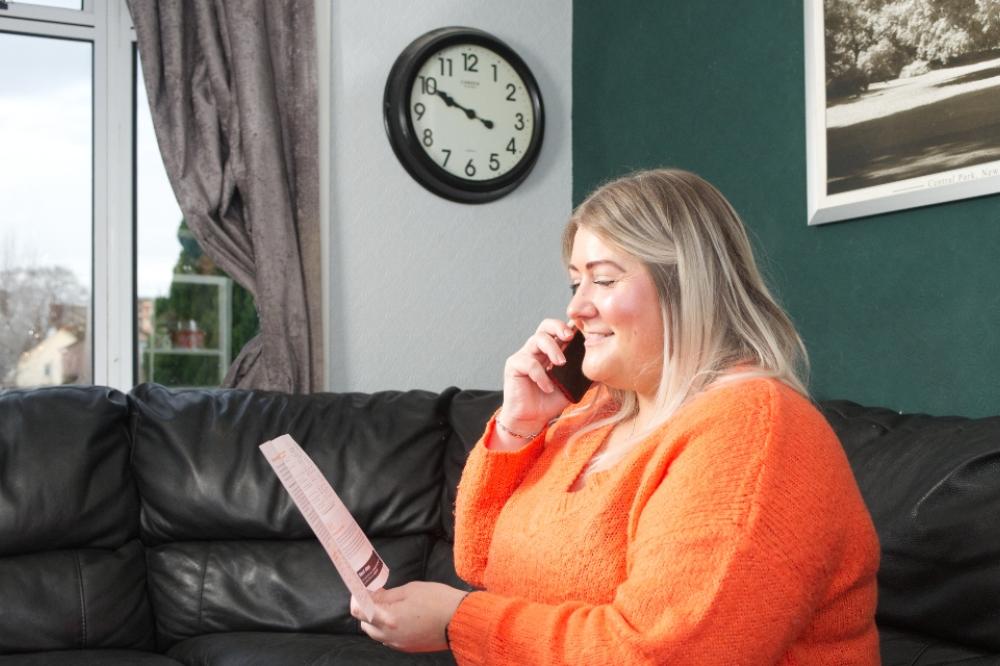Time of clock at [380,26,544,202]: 3:49
